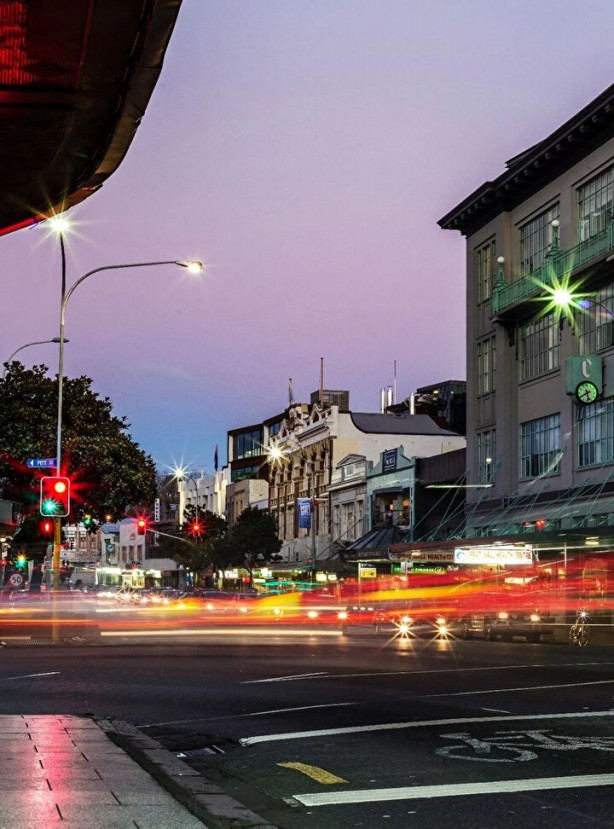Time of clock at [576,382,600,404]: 5:40
